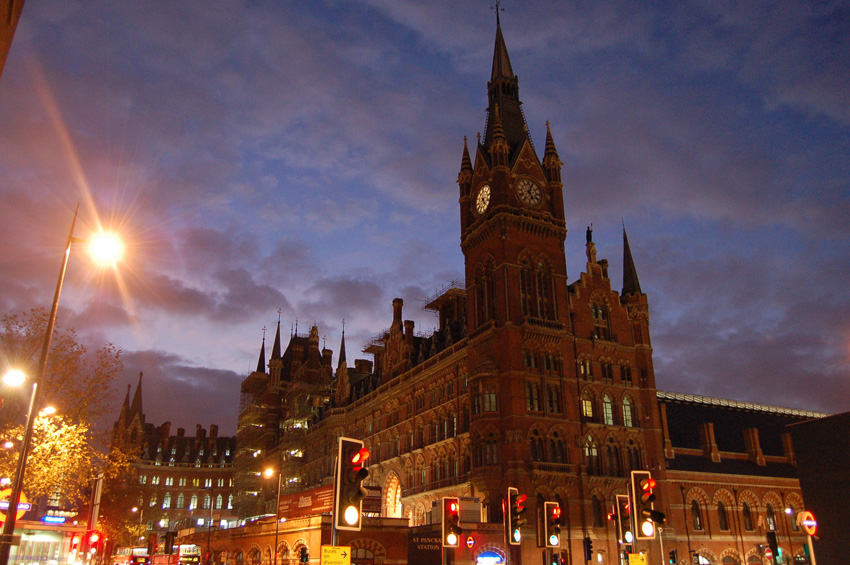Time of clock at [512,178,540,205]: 5:03
